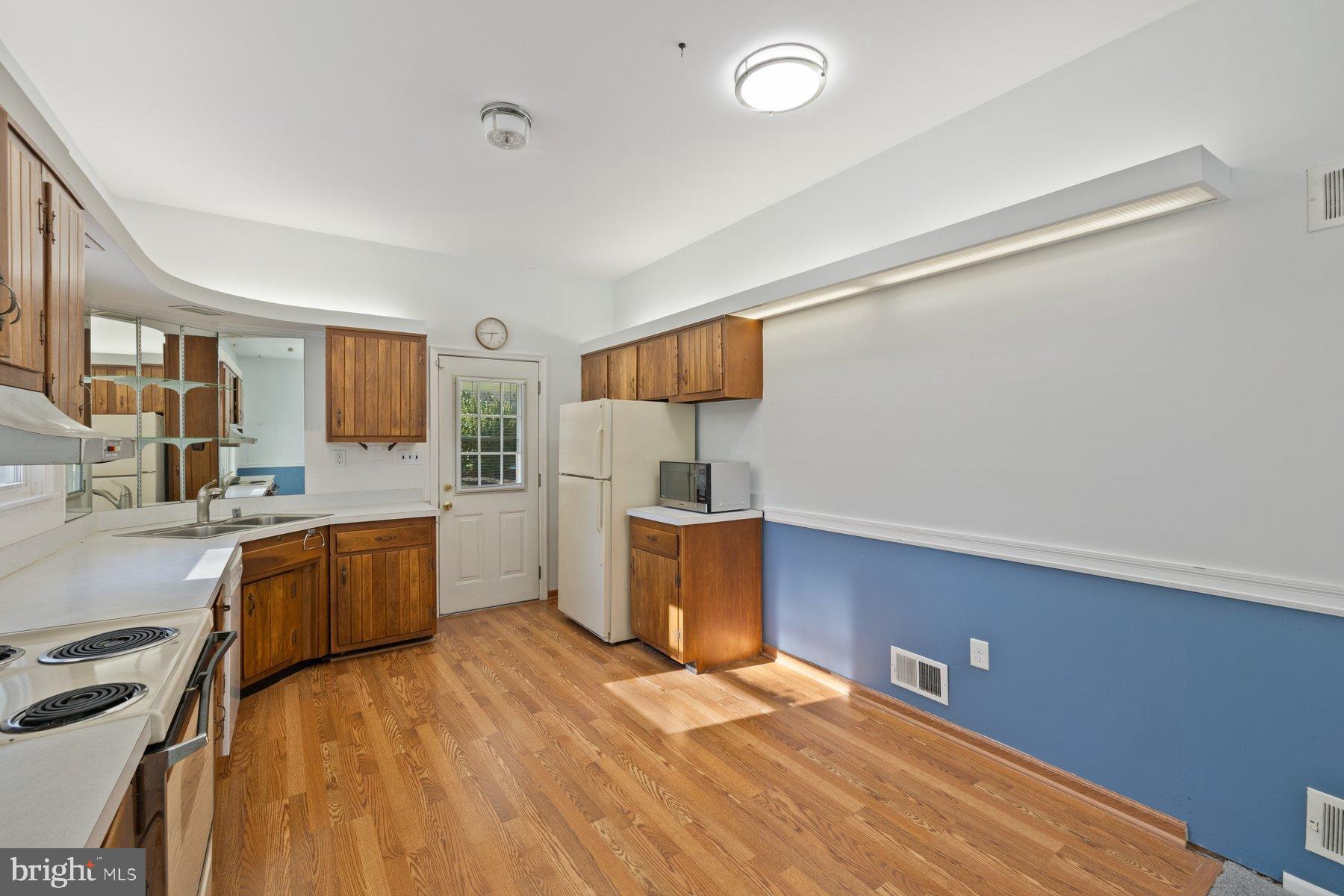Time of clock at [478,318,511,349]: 6:45
